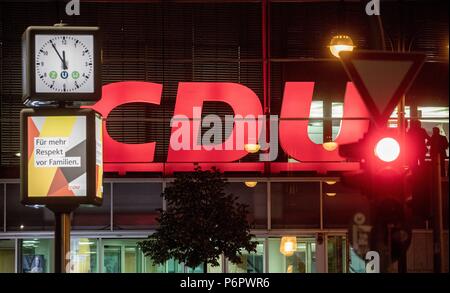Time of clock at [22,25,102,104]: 11:54
